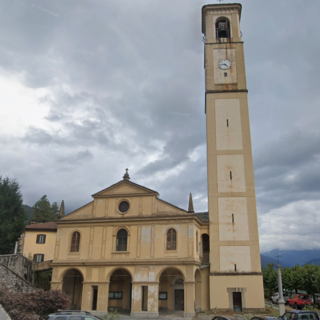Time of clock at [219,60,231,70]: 4:44
